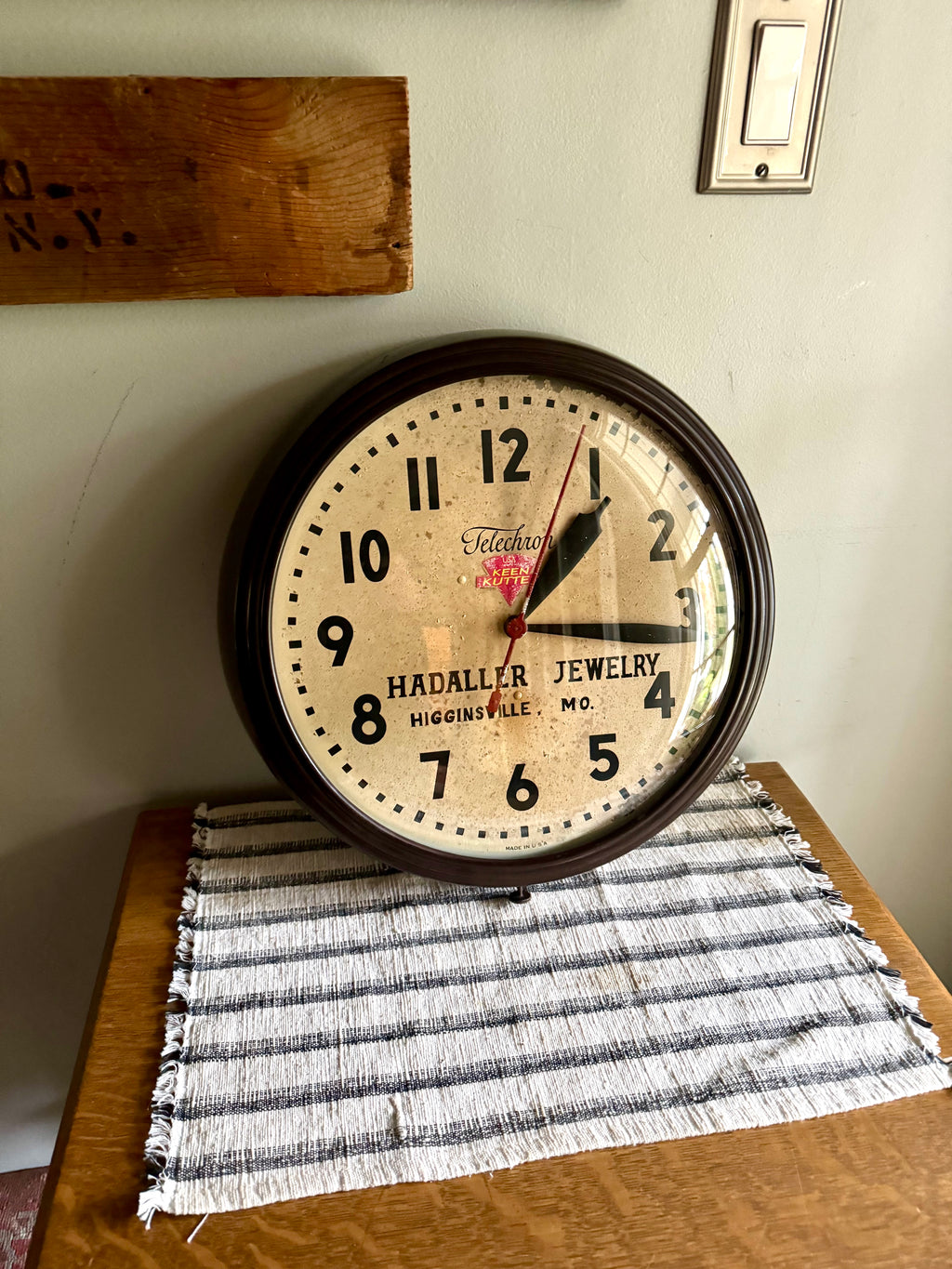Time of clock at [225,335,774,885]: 1:16
